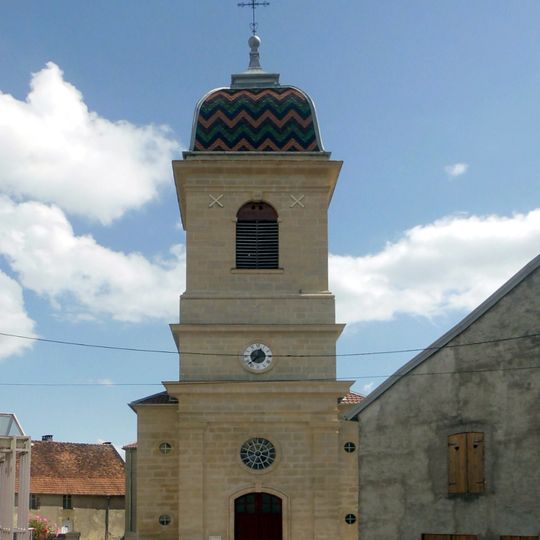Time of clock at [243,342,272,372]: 12:37
